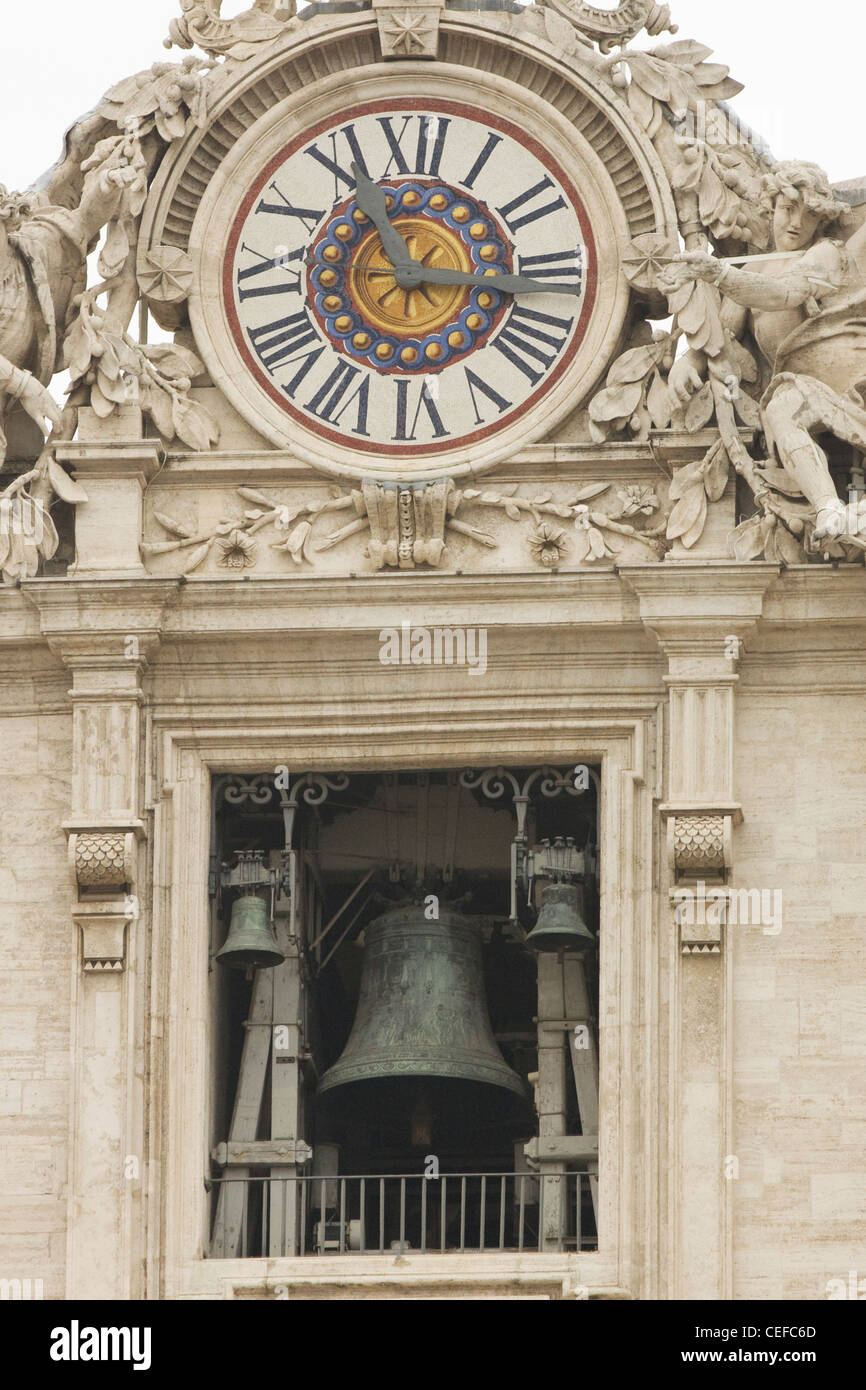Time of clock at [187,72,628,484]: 11:16
